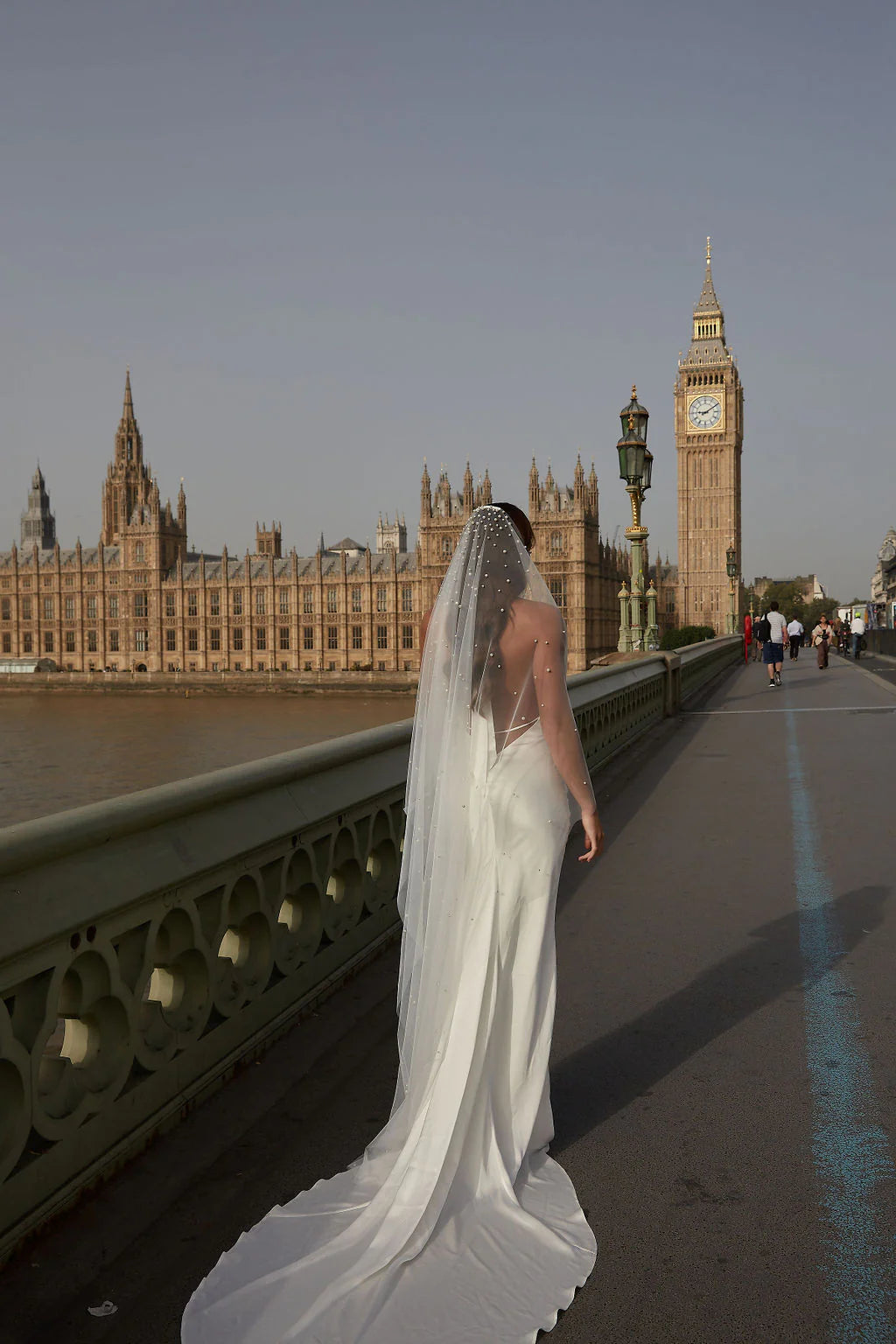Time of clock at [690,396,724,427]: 9:09
